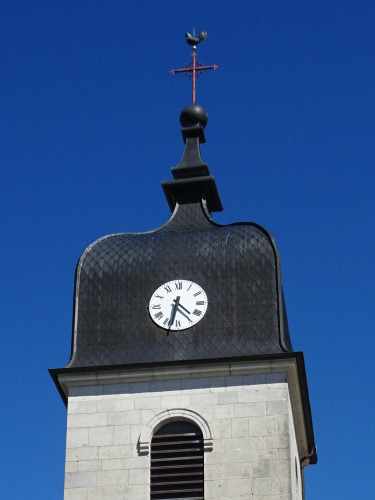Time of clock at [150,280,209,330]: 4:31
